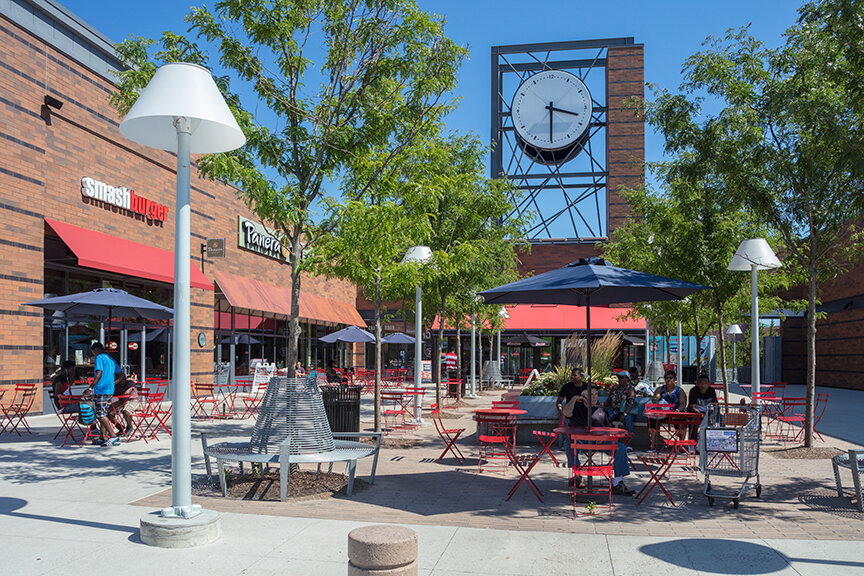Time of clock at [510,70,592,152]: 3:30
